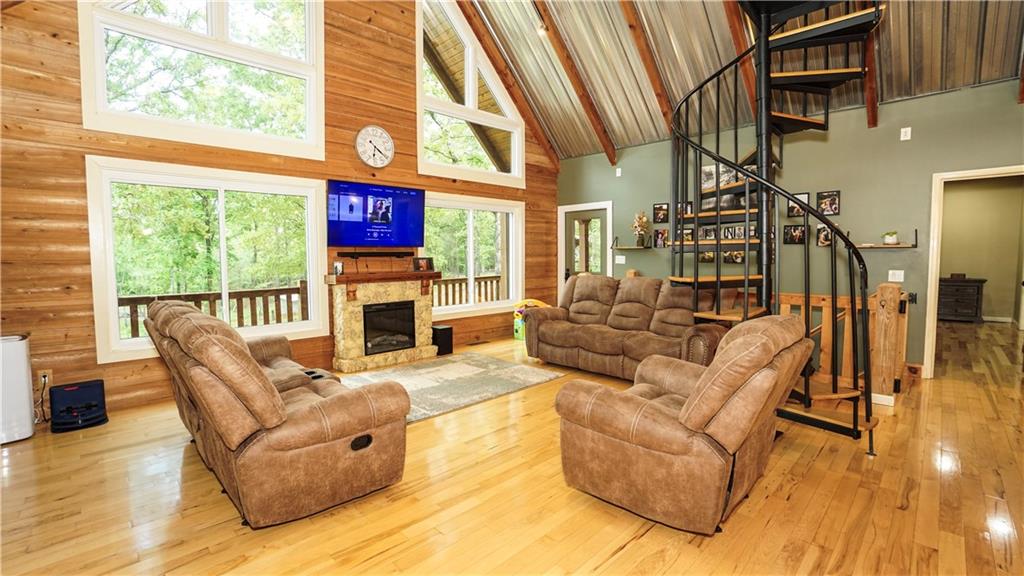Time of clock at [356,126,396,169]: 6:21
